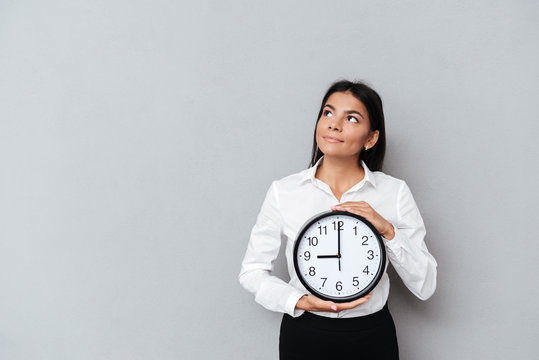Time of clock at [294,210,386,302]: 9:00
